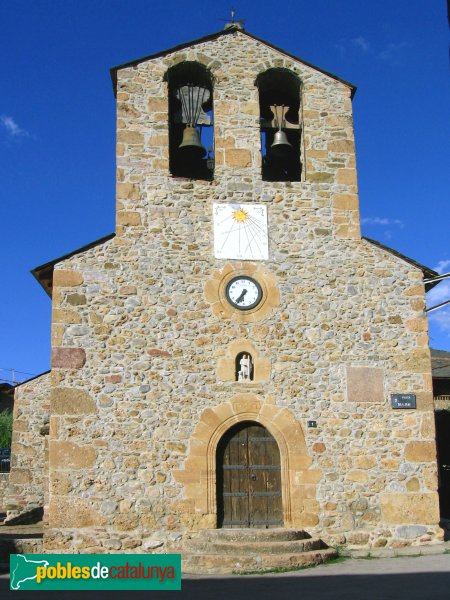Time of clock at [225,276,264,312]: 6:36
